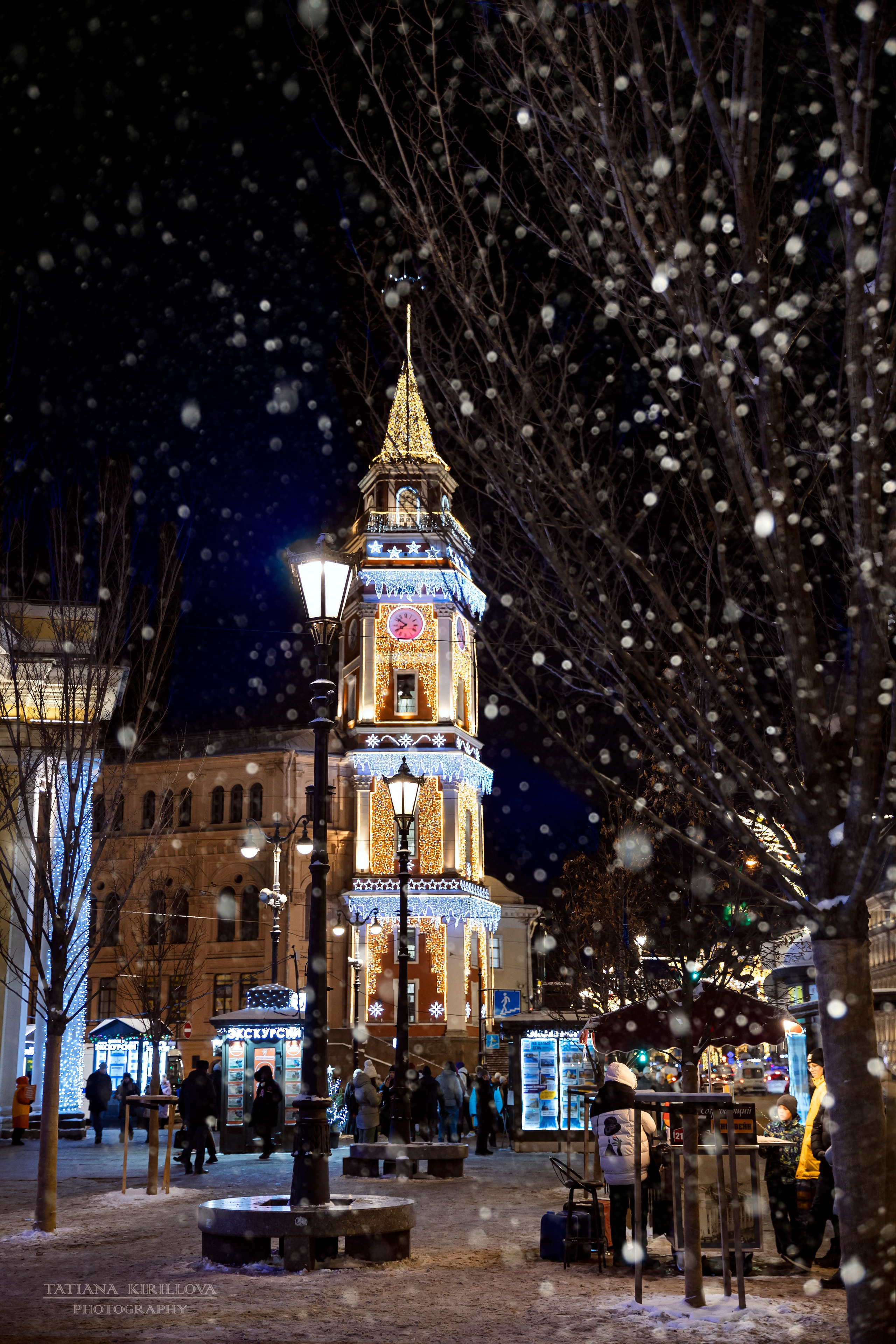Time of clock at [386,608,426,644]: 7:51
